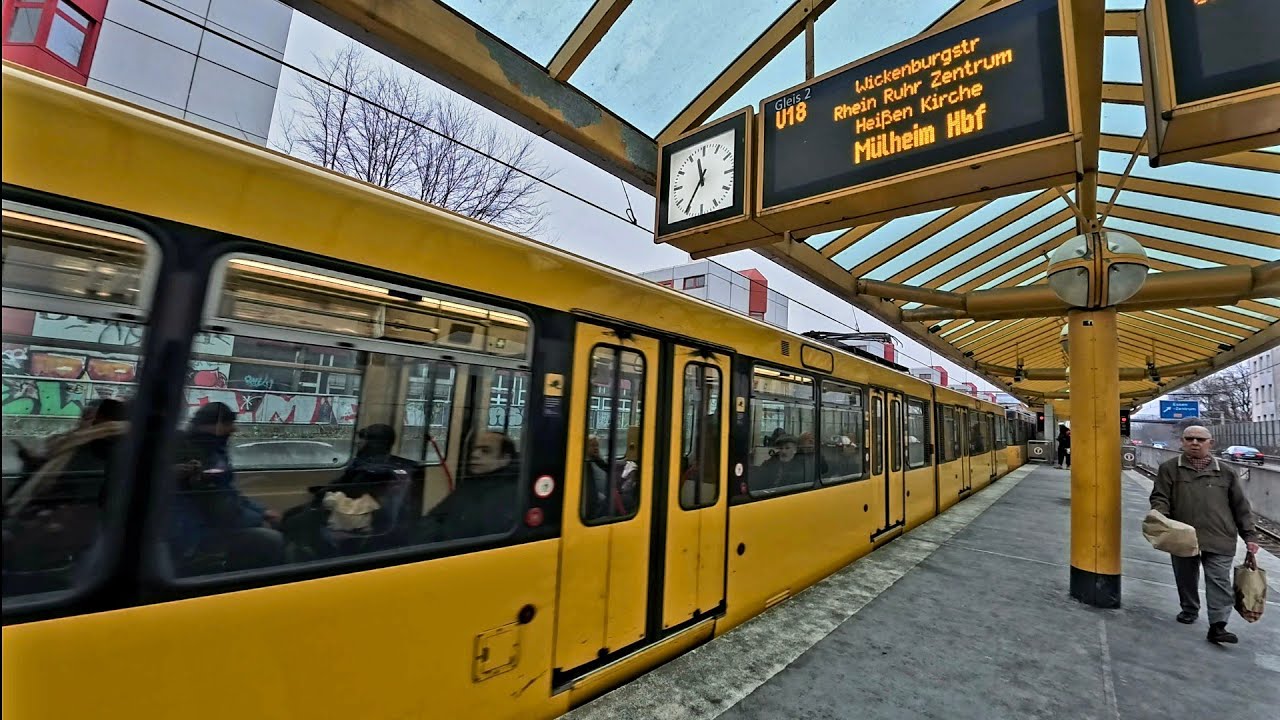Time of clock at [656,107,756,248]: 11:35
